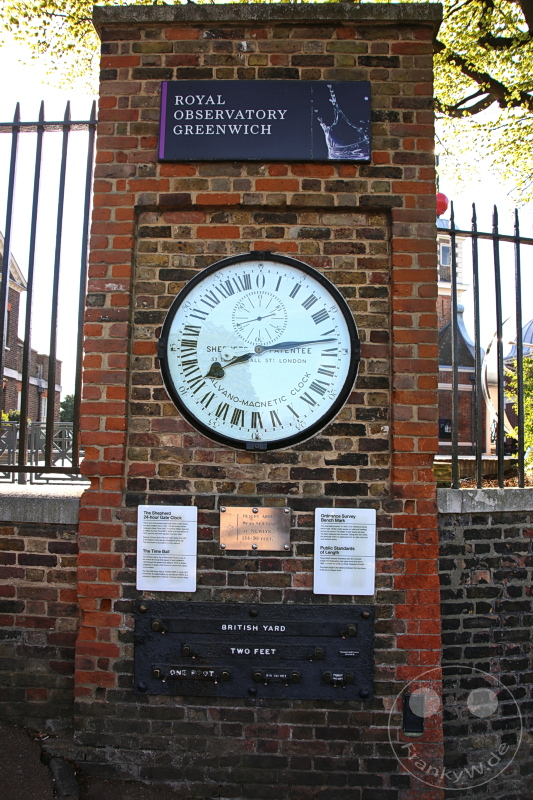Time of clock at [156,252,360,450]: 8:13
